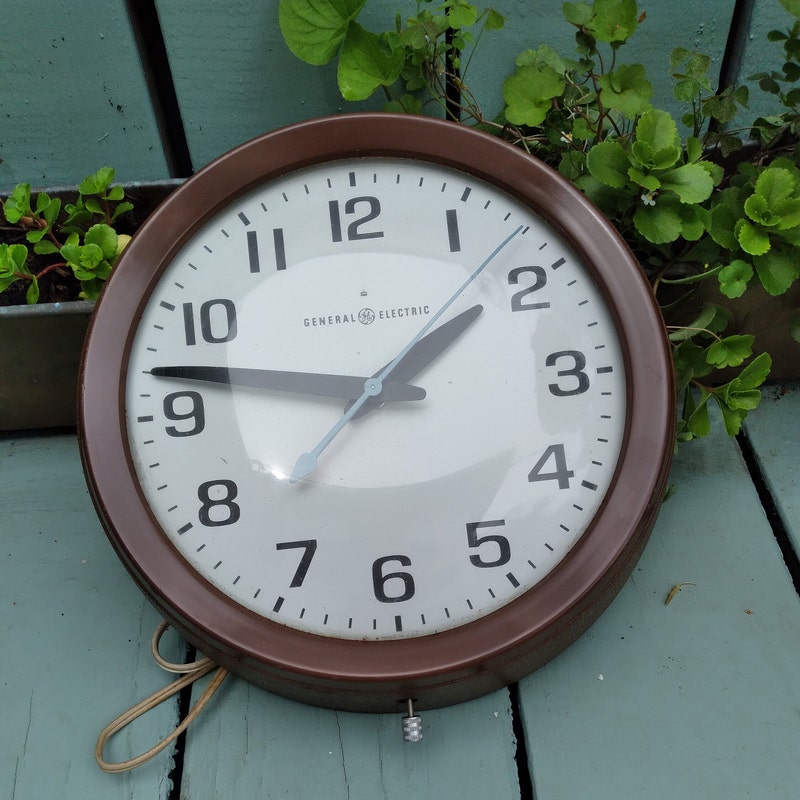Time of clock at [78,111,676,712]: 1:46
